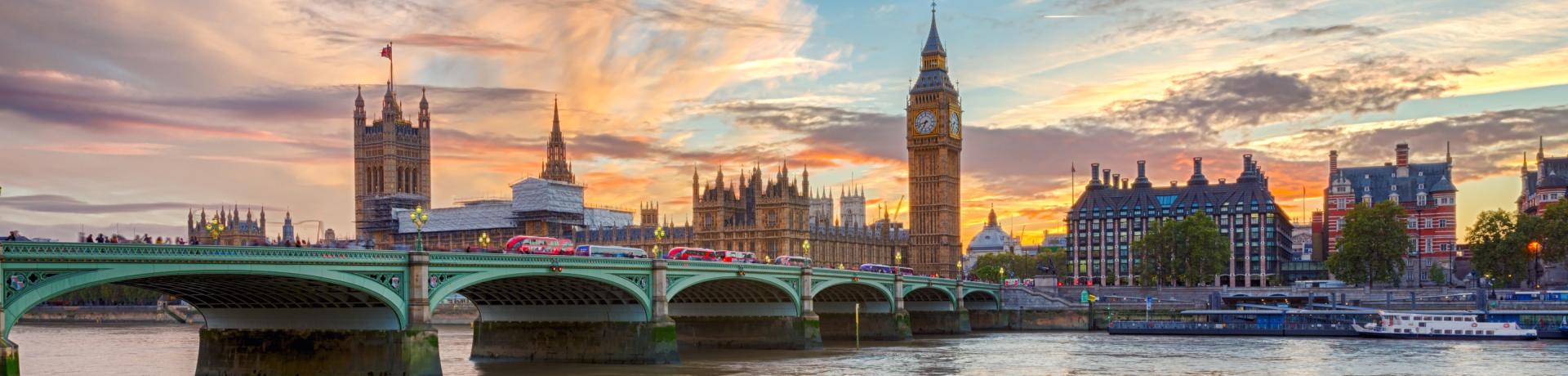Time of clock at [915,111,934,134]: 6:42
